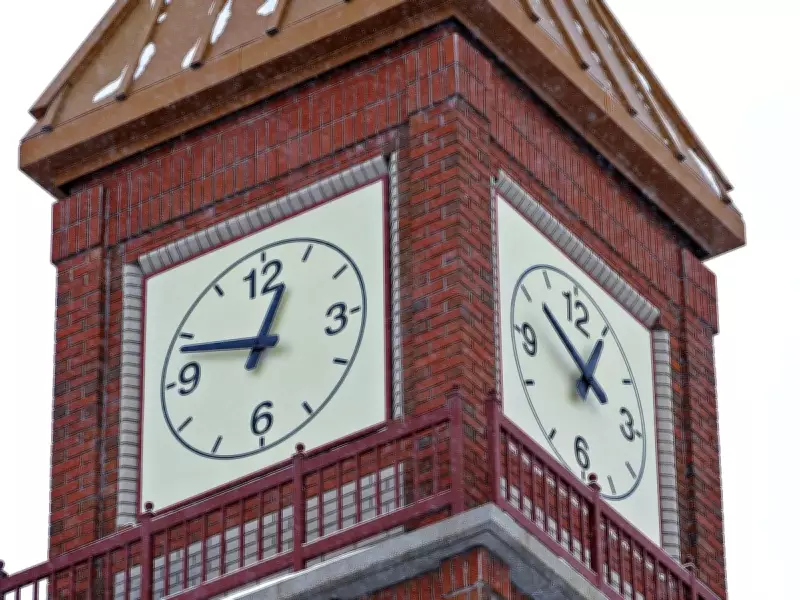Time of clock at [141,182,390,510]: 12:48
